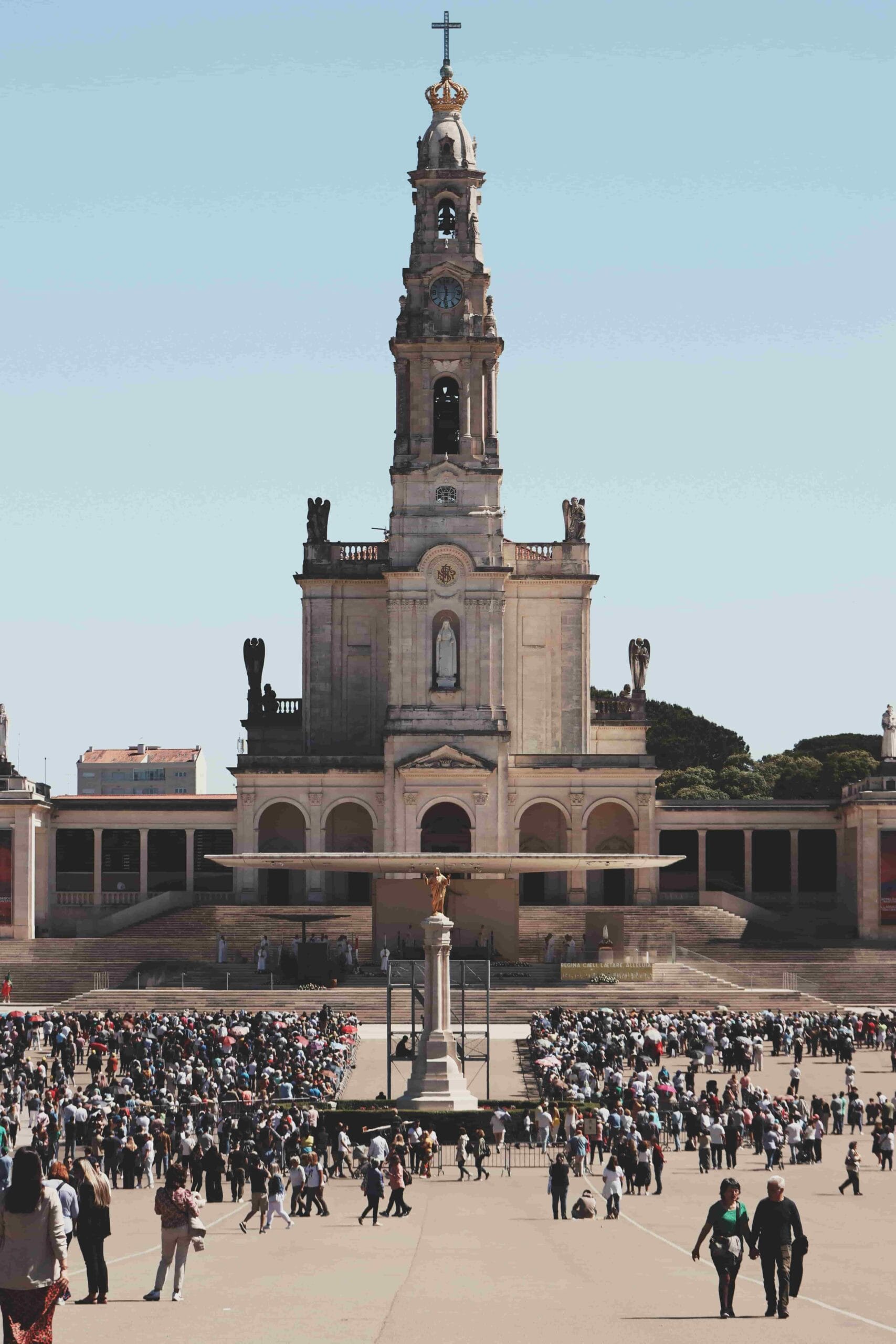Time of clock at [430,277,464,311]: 11:32
